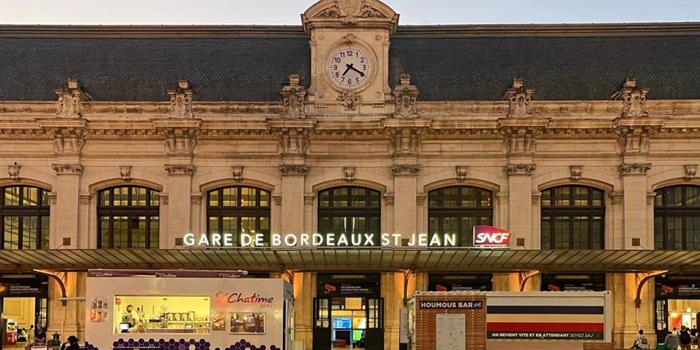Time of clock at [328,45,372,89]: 7:19
